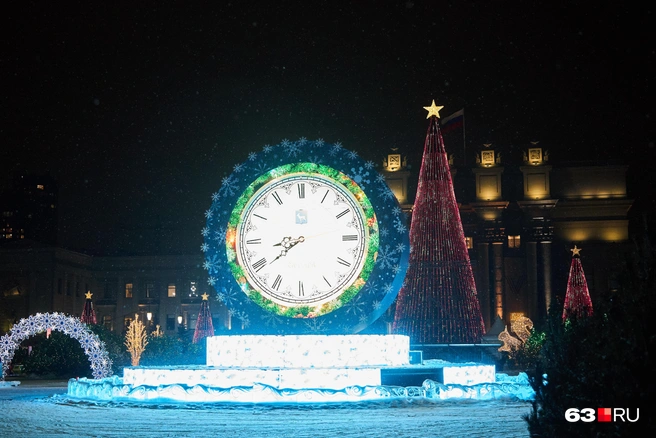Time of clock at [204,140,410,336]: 8:39
